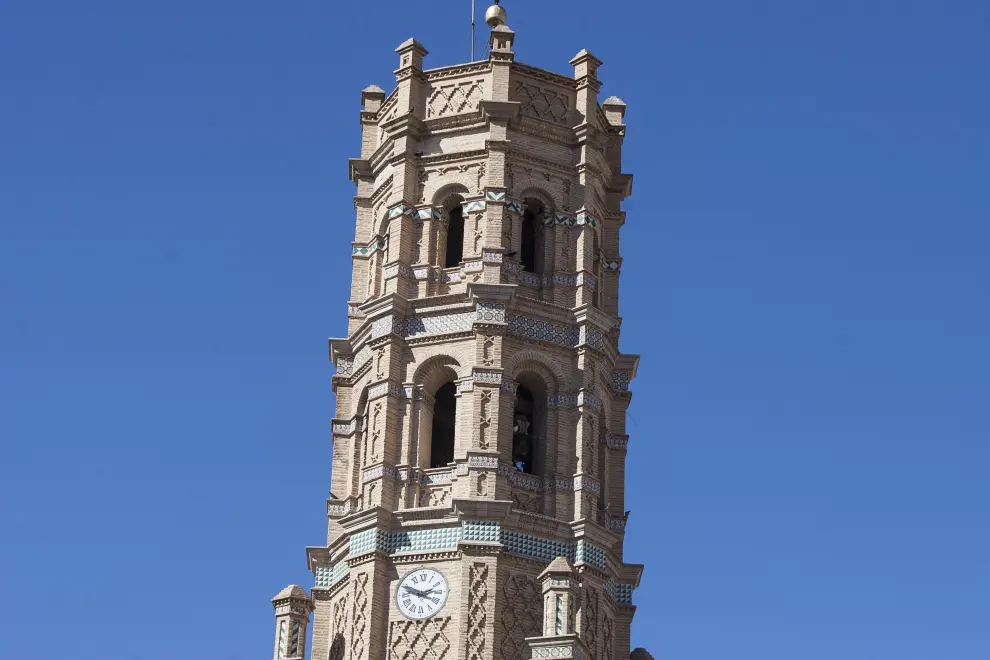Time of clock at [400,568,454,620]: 2:48
